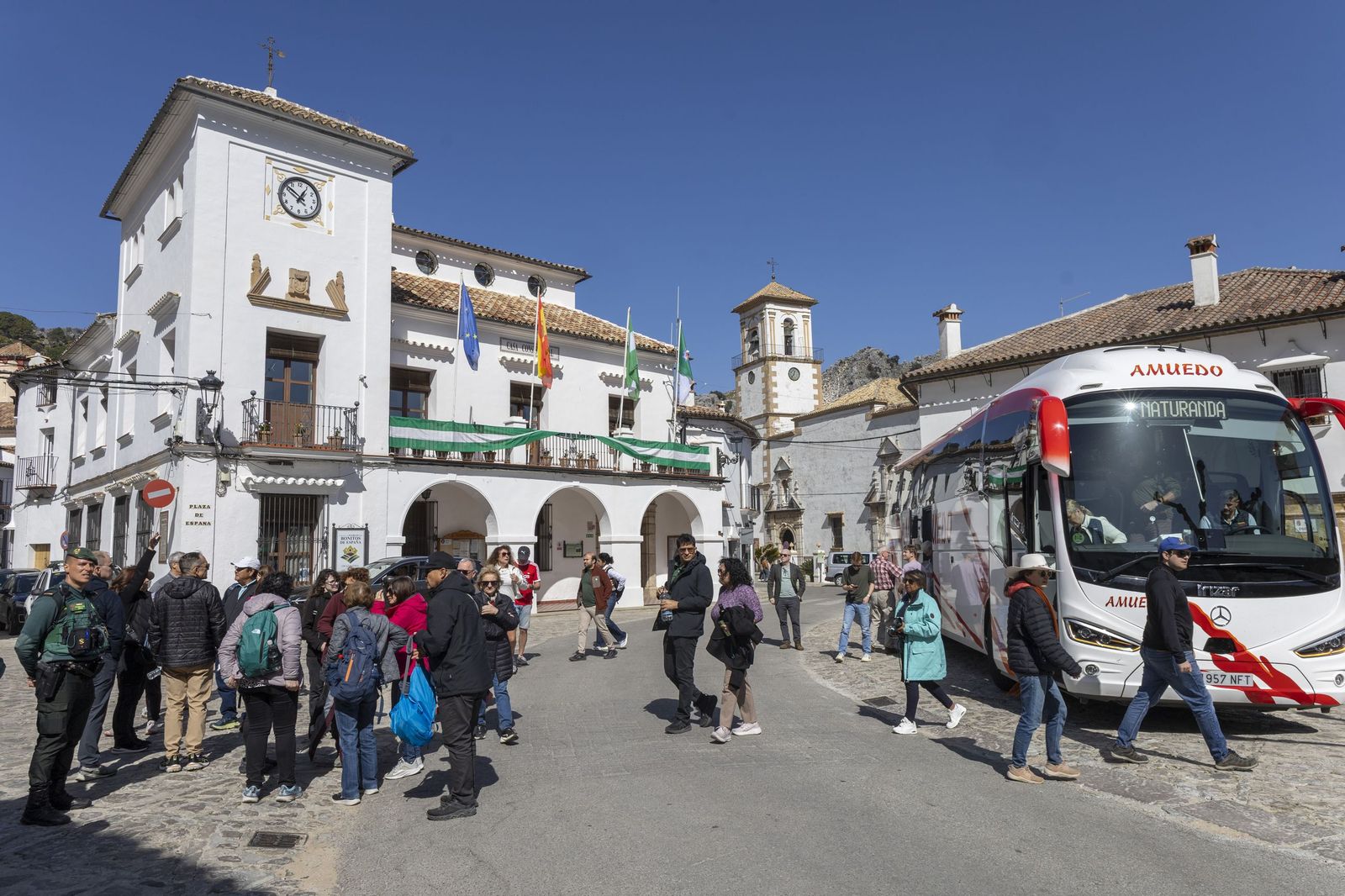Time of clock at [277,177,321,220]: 12:51
